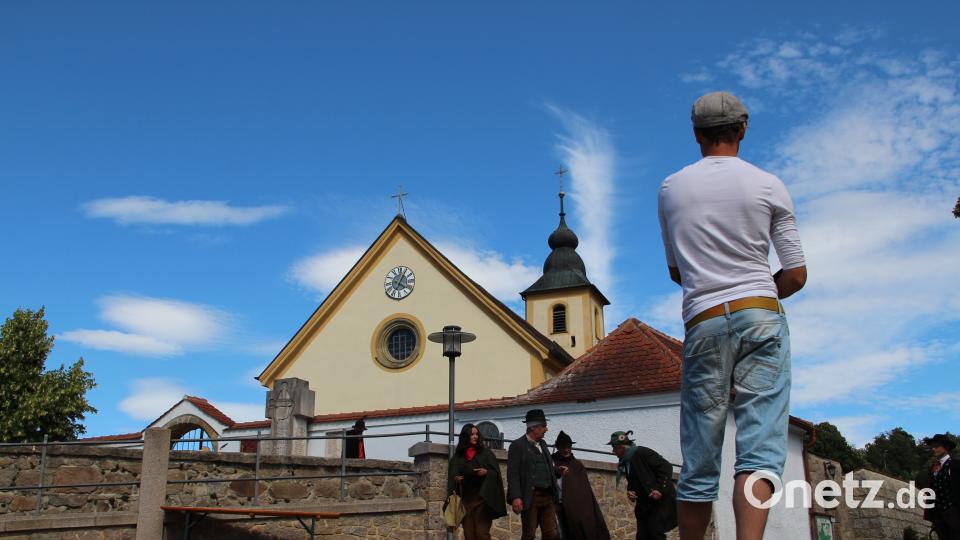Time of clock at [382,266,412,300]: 4:04
